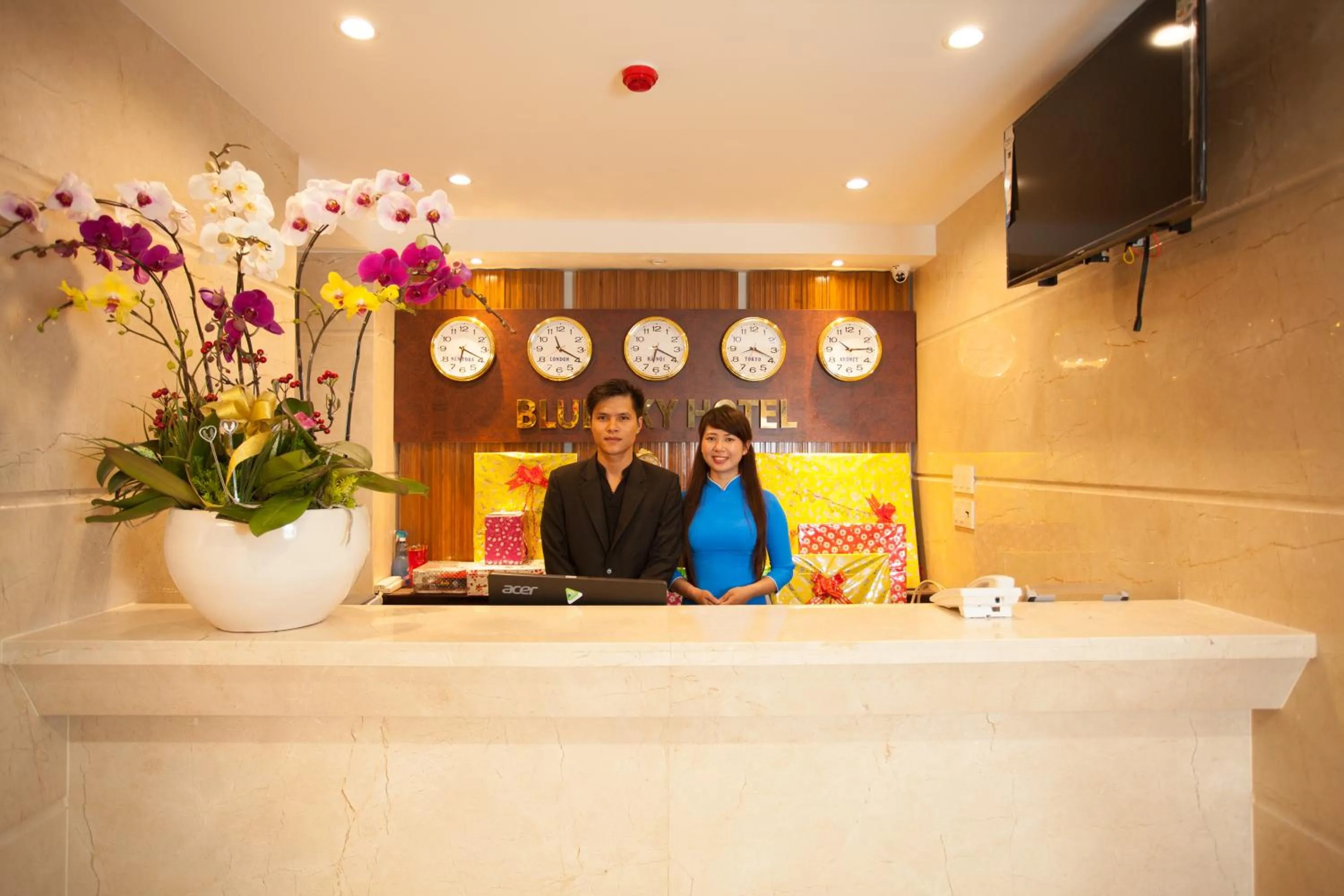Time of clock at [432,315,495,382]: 6:19
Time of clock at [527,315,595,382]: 11:19
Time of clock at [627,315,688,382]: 6:19
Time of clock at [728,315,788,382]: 8:18
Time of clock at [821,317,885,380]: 10:14
